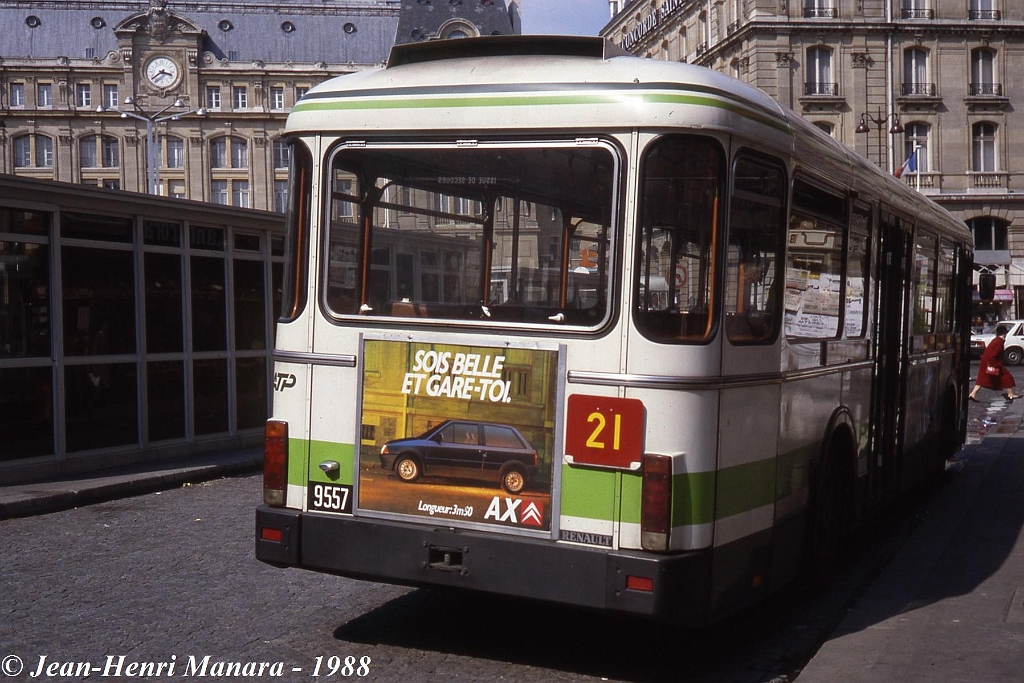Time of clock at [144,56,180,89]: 3:39
